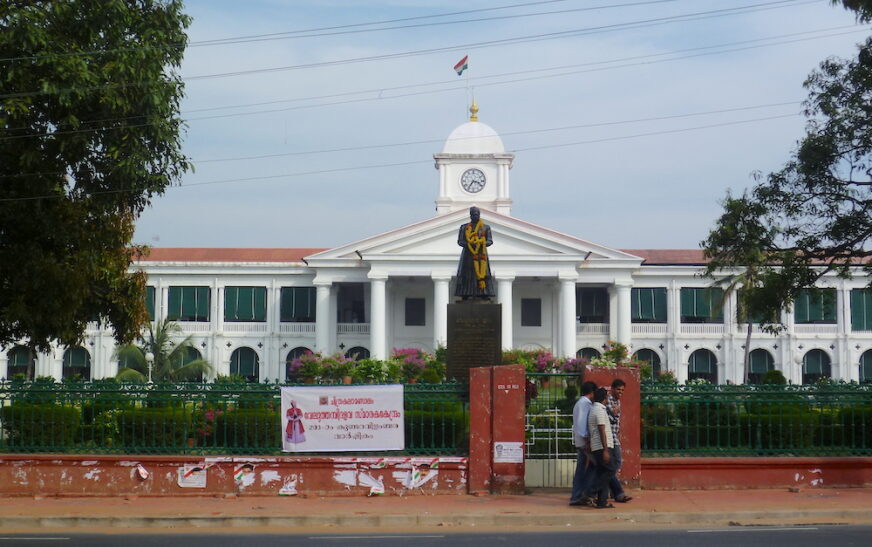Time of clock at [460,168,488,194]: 7:17
